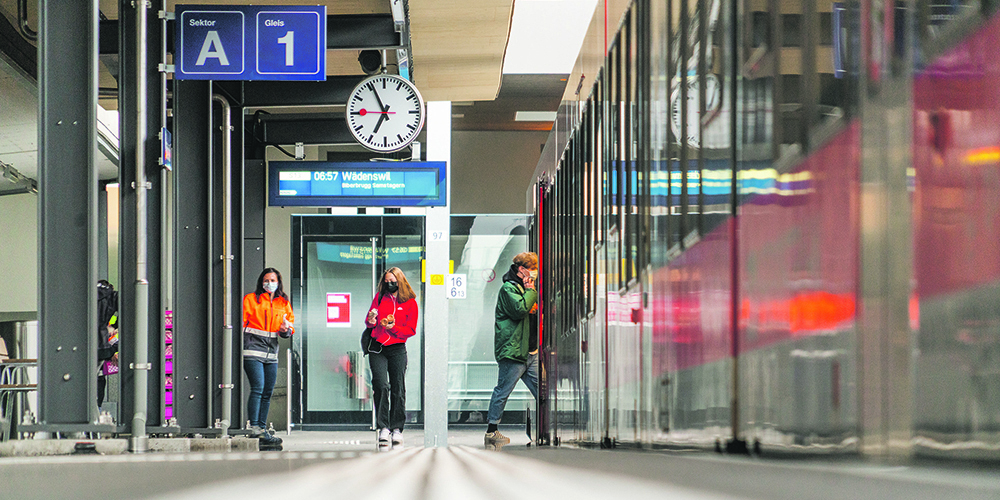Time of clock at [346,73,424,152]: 6:55
